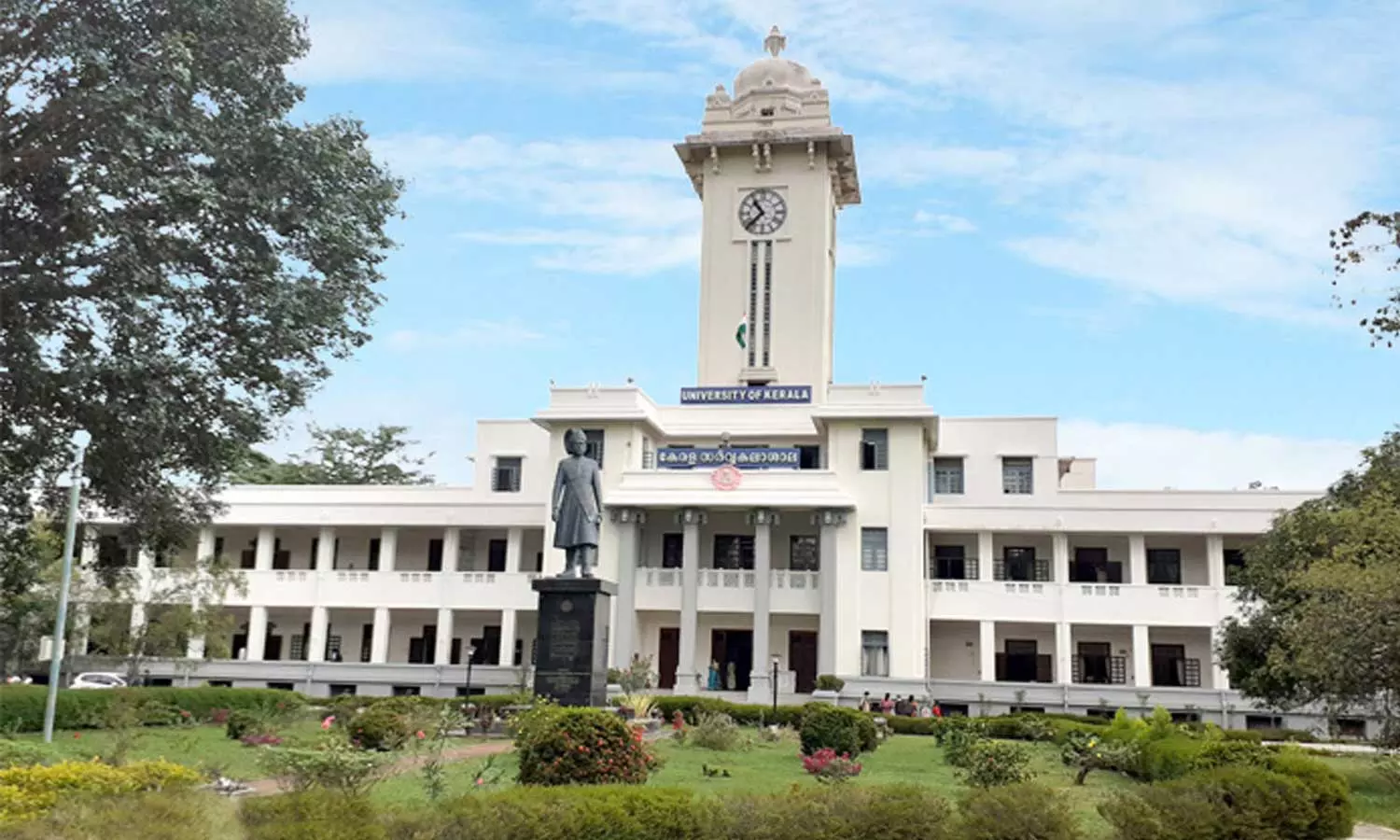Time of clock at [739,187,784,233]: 10:37
